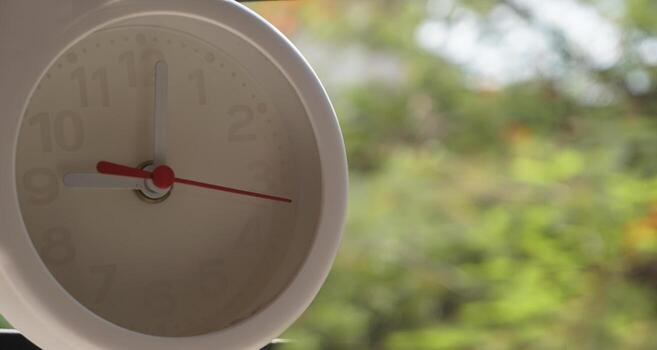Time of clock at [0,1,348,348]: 9:01
